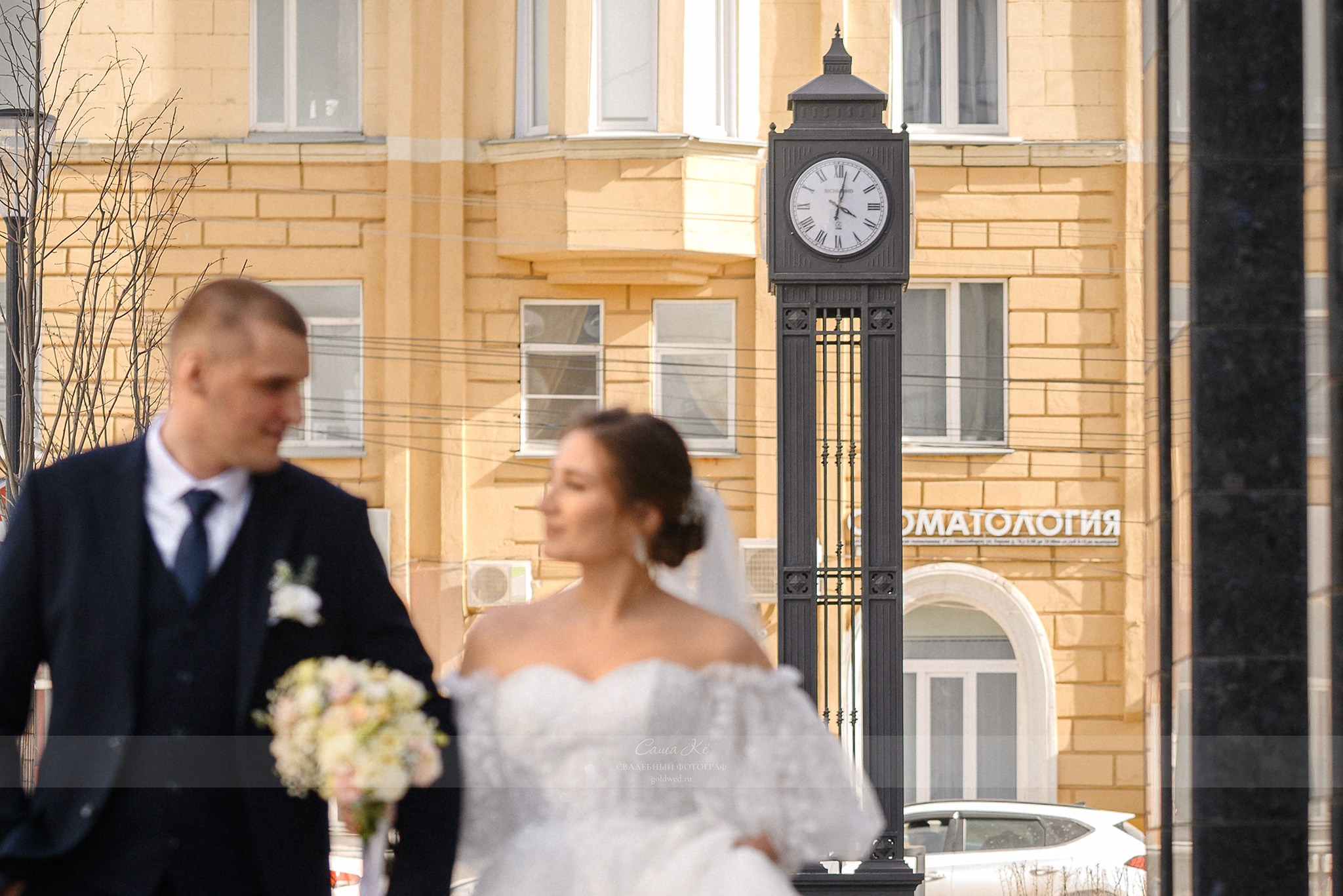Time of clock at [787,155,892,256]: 4:01
